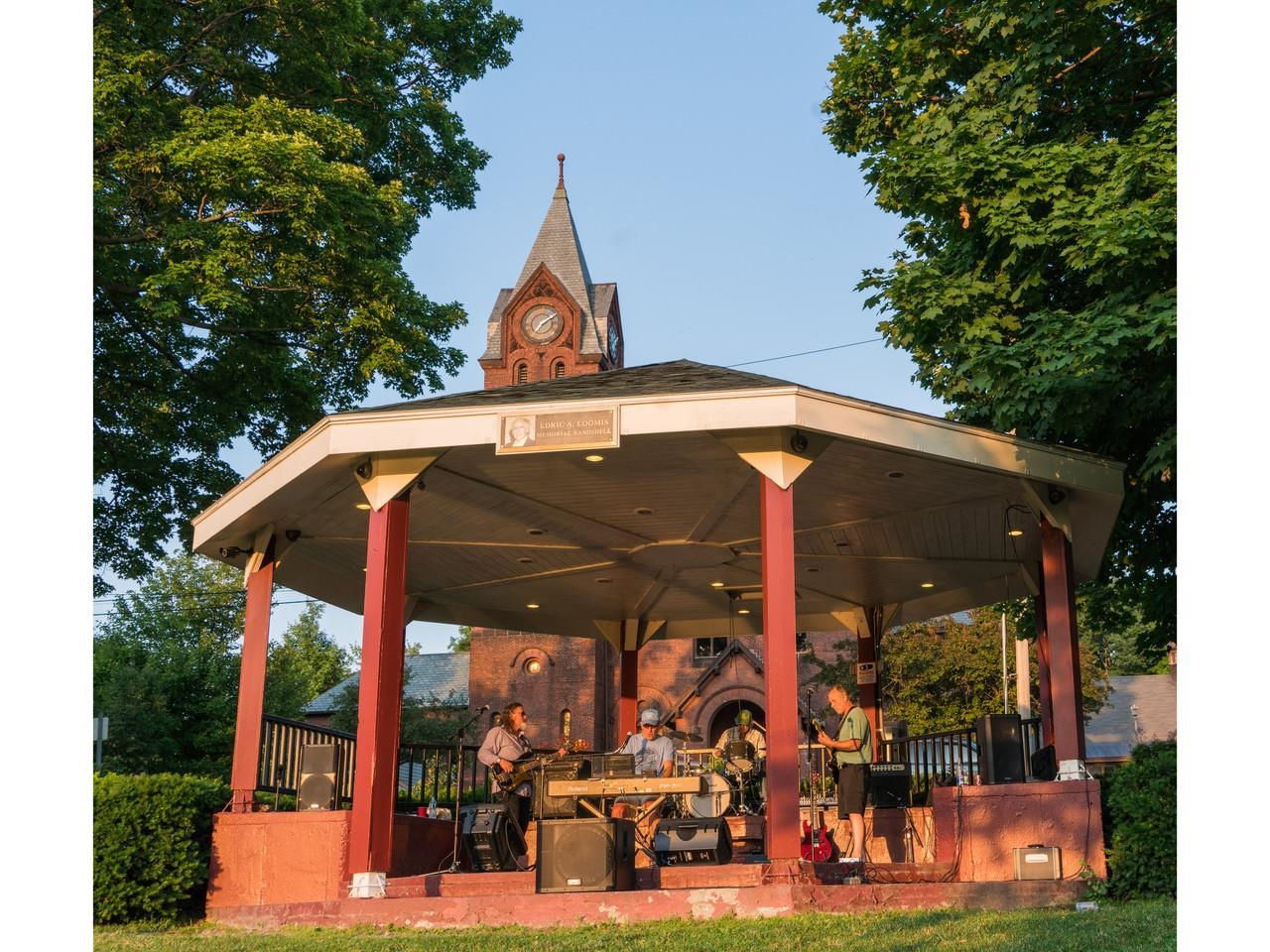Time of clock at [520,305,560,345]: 7:09
